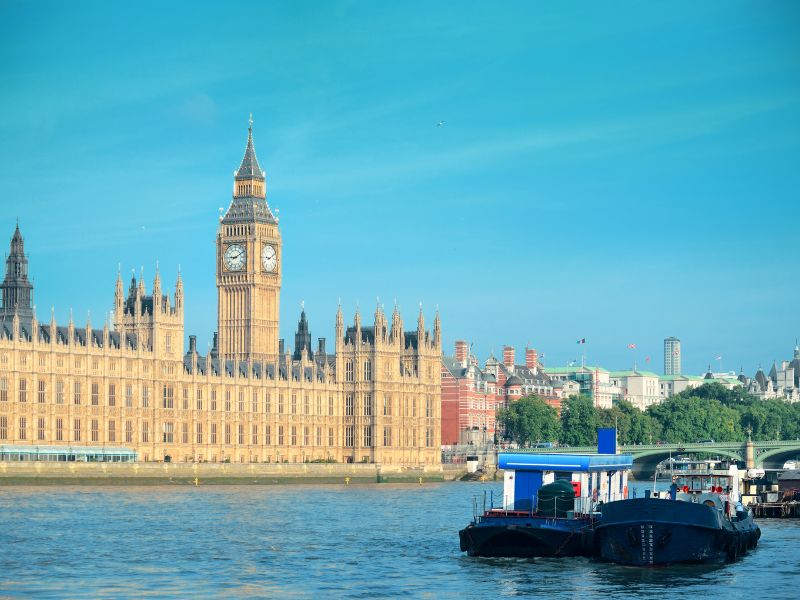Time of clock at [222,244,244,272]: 9:10
